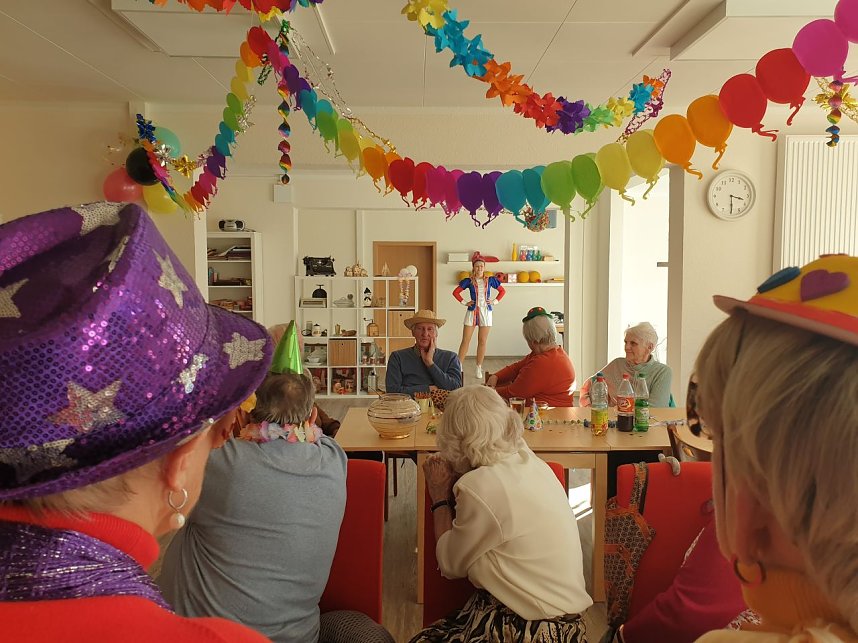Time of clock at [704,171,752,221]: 3:29
